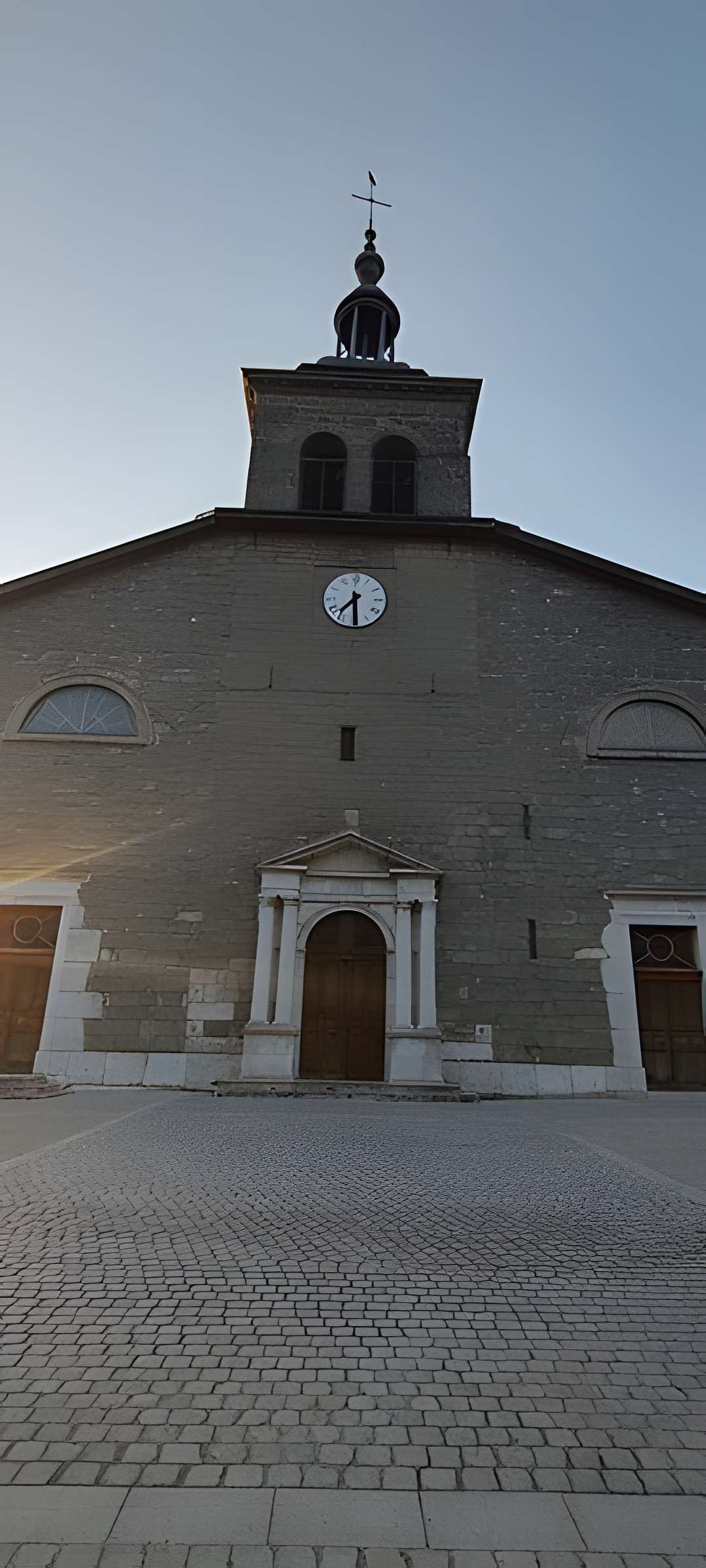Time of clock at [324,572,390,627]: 7:29
